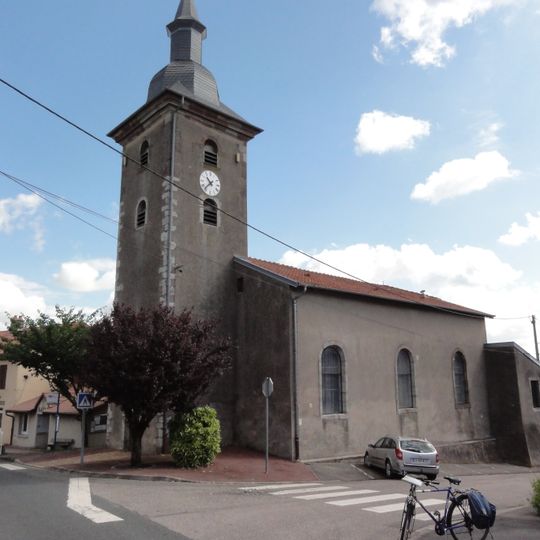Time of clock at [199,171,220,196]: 10:37
